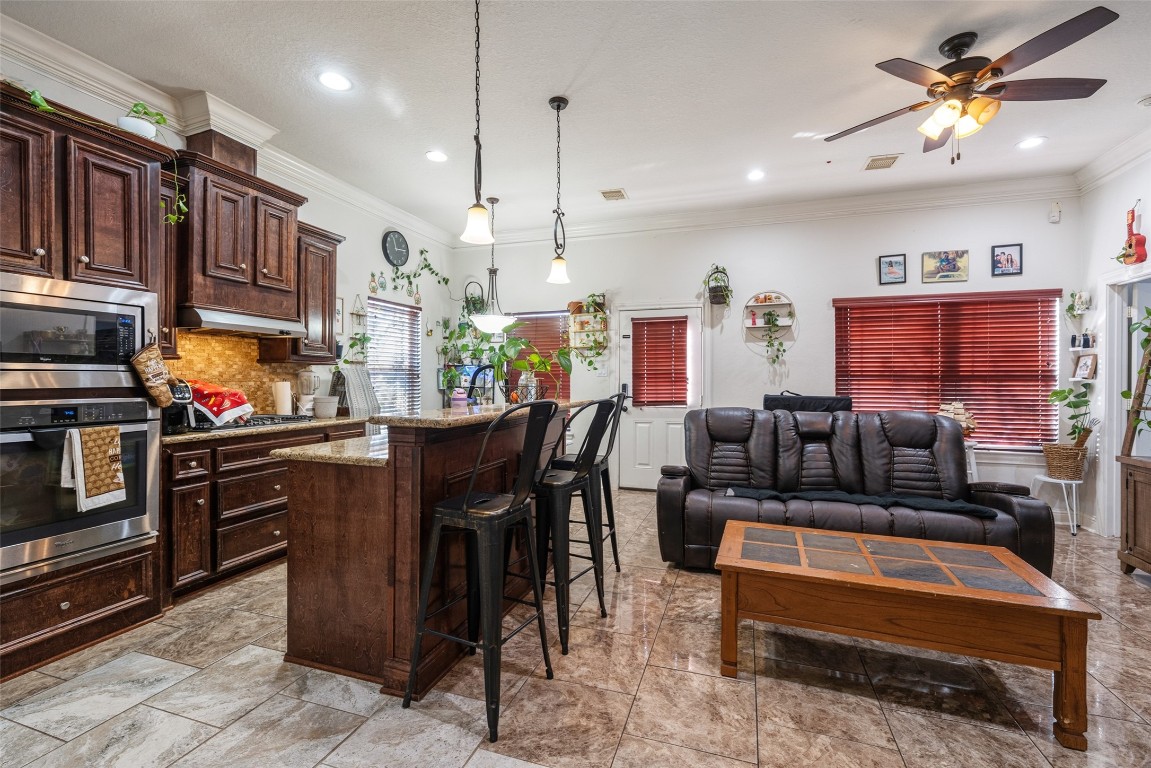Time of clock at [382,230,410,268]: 11:13
